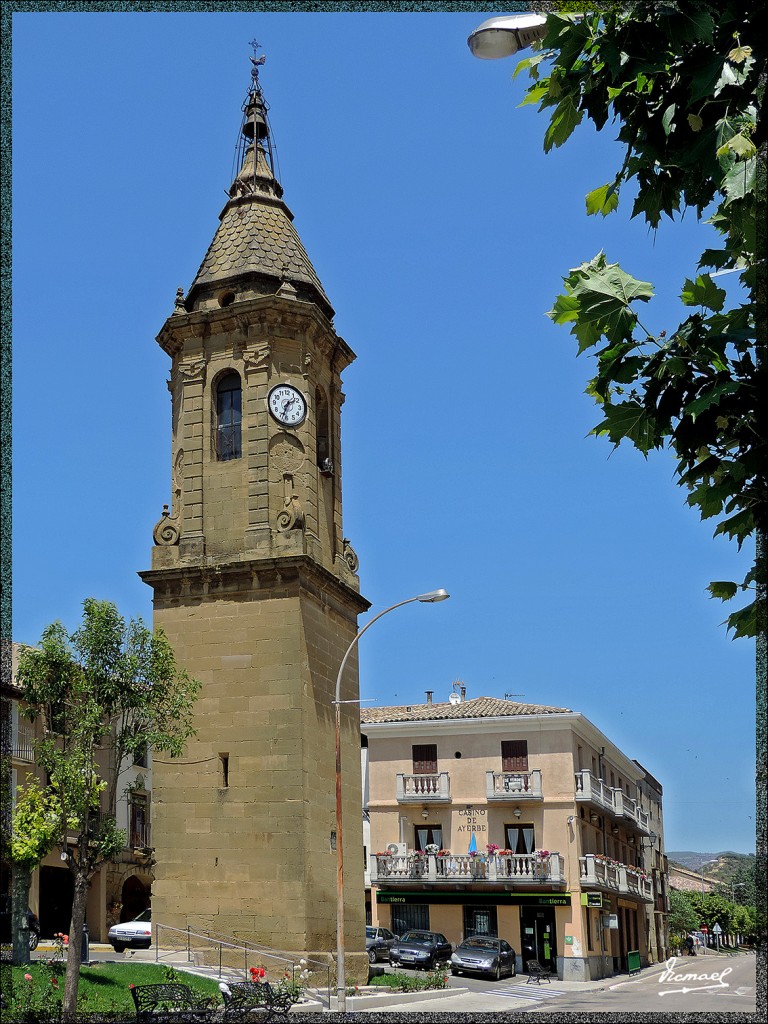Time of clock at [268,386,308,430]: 1:33
